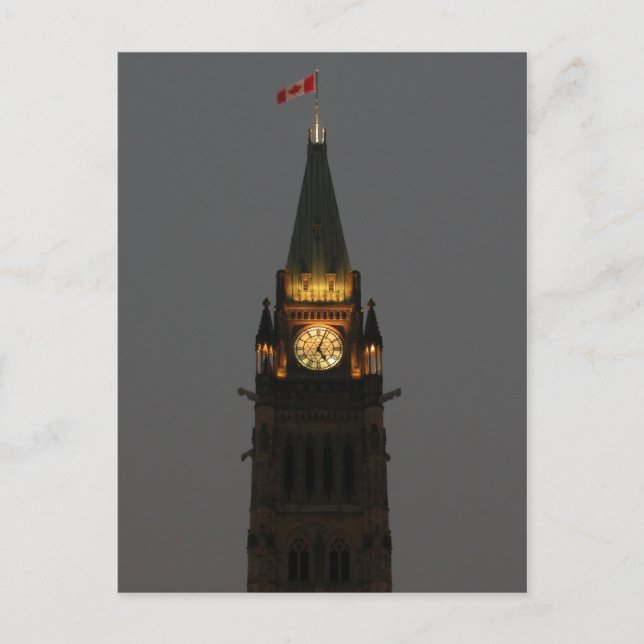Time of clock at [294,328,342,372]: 5:03
